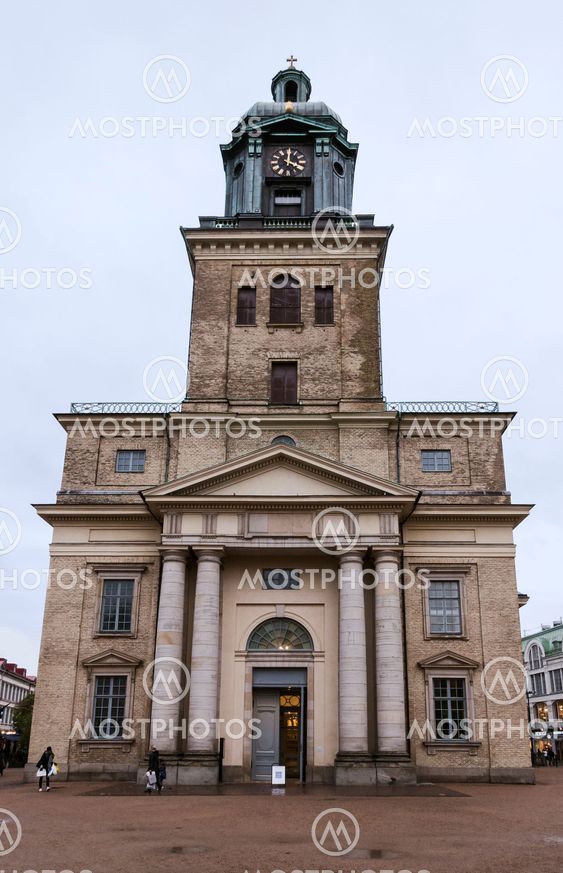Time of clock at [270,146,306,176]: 4:00
